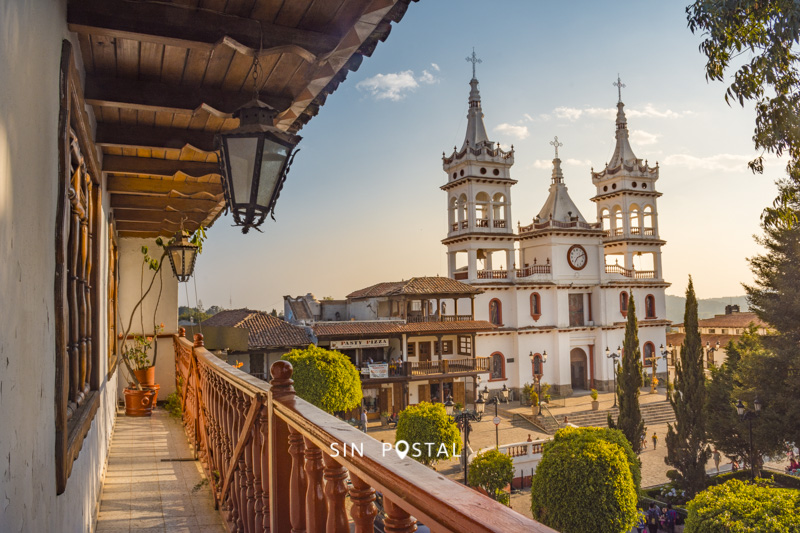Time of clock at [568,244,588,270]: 7:11
